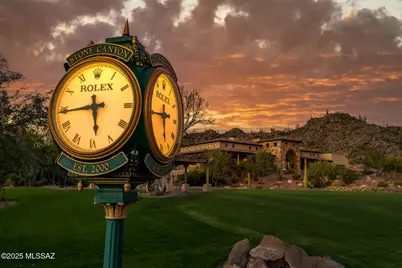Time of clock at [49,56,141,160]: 5:43
